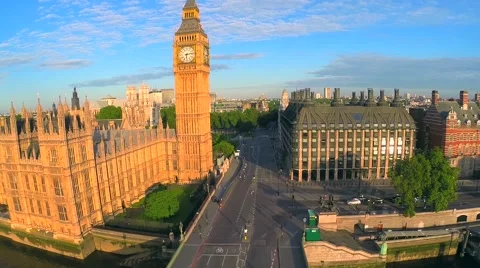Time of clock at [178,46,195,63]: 6:13
